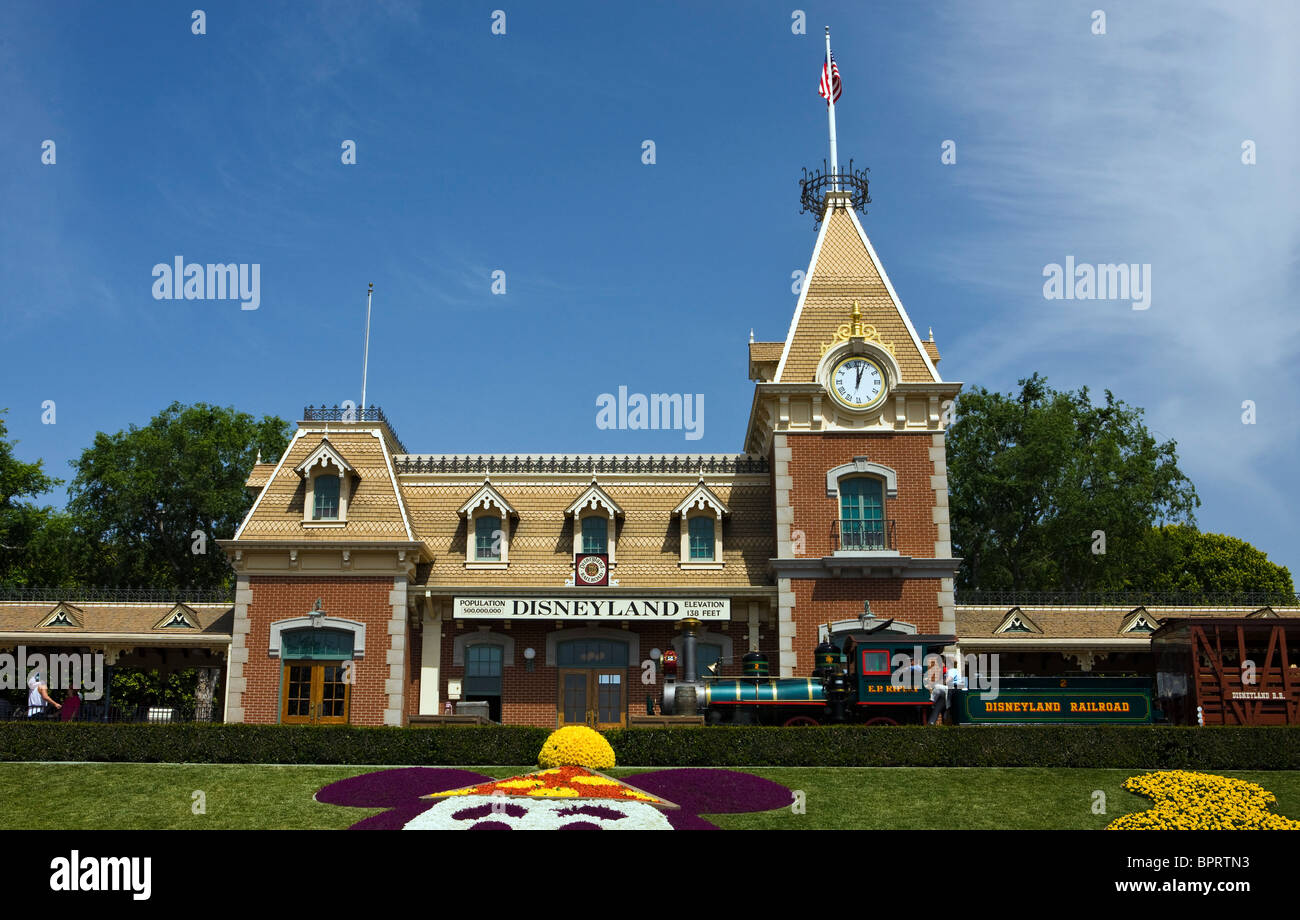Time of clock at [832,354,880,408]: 12:03
